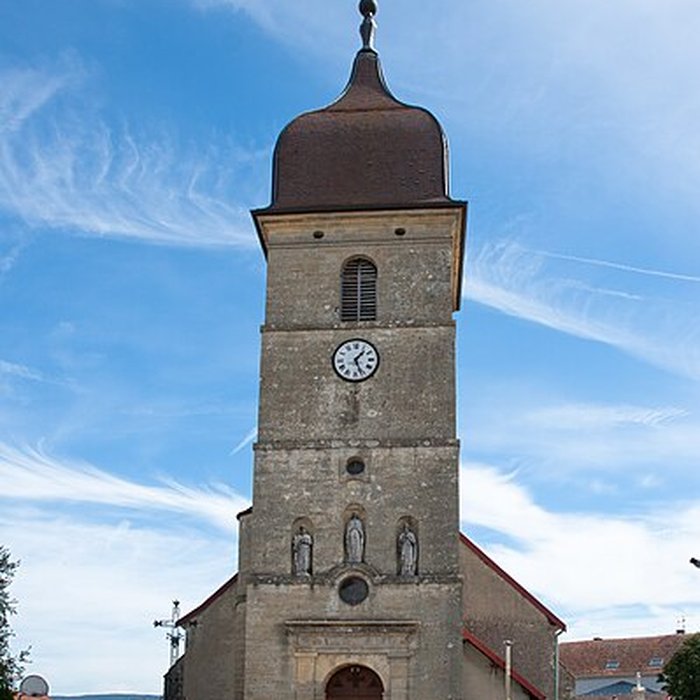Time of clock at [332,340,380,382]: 1:26
